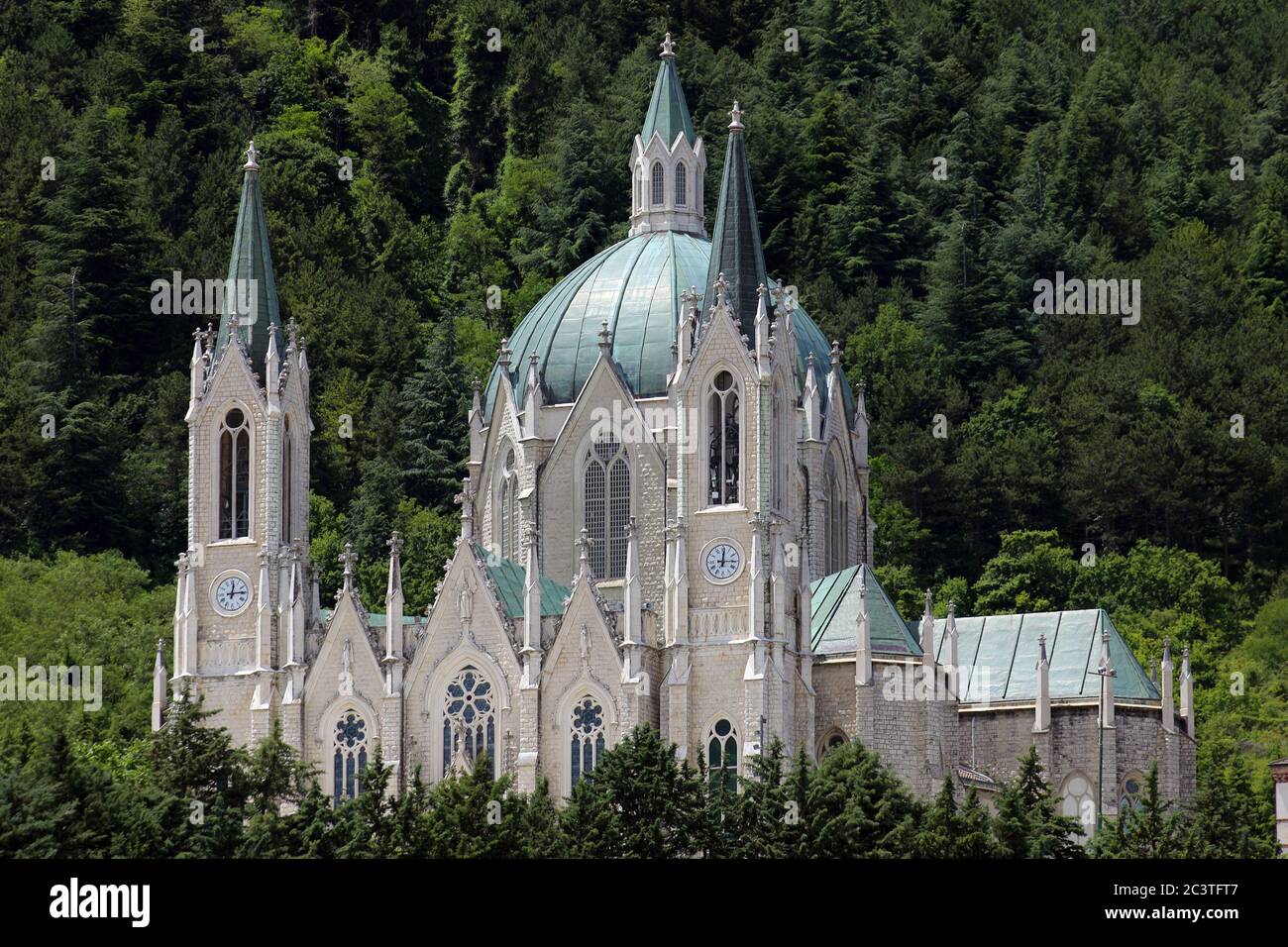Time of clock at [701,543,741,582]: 12:14
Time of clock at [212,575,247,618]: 12:14
